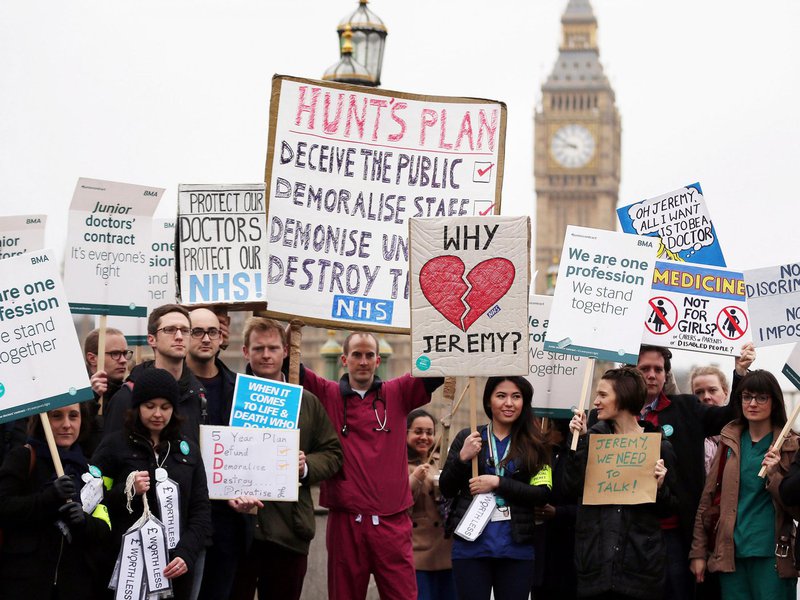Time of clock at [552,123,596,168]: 8:50
